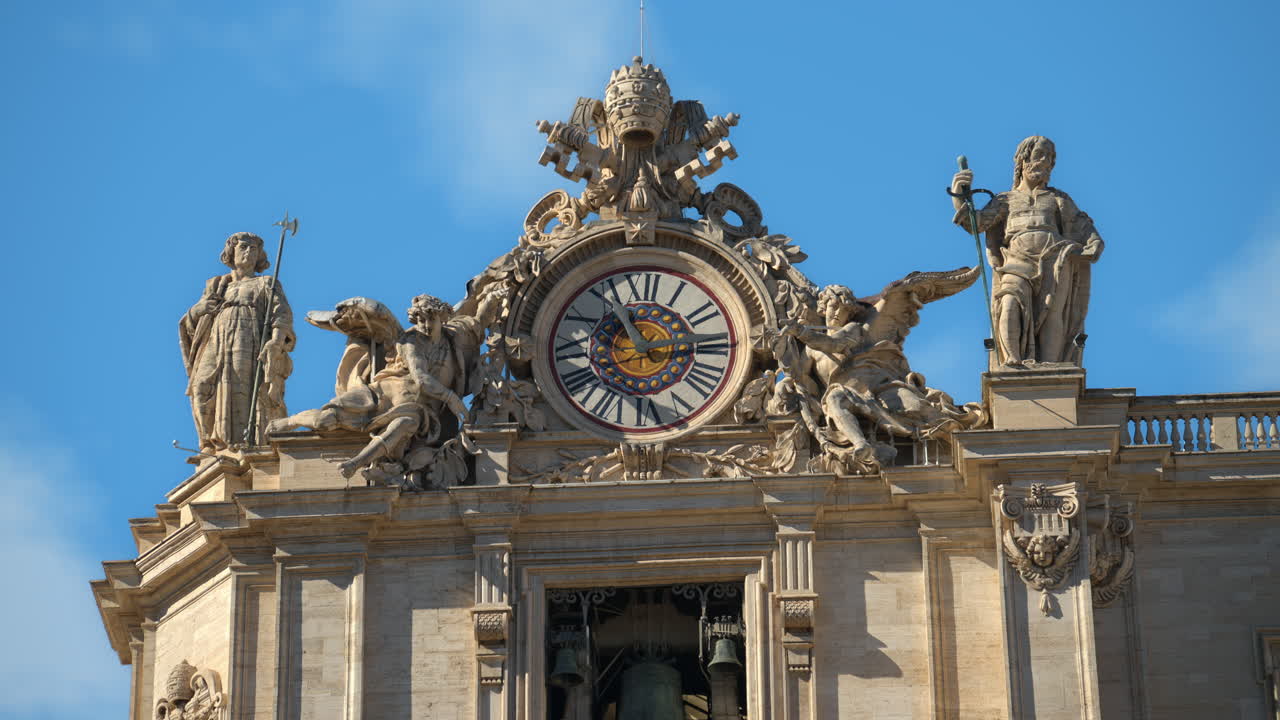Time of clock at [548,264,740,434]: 11:13
